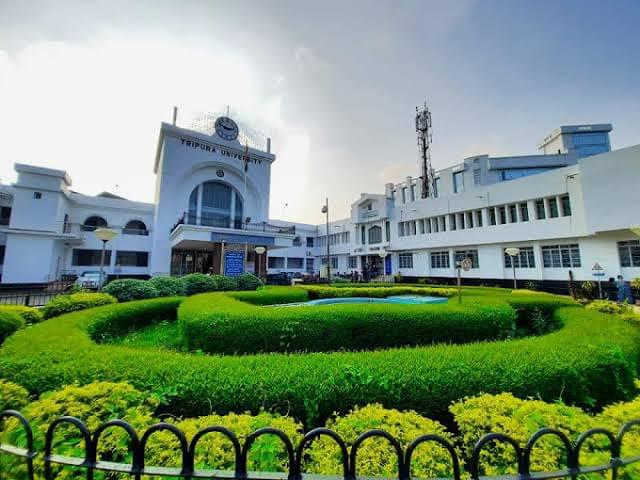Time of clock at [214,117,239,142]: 2:48
